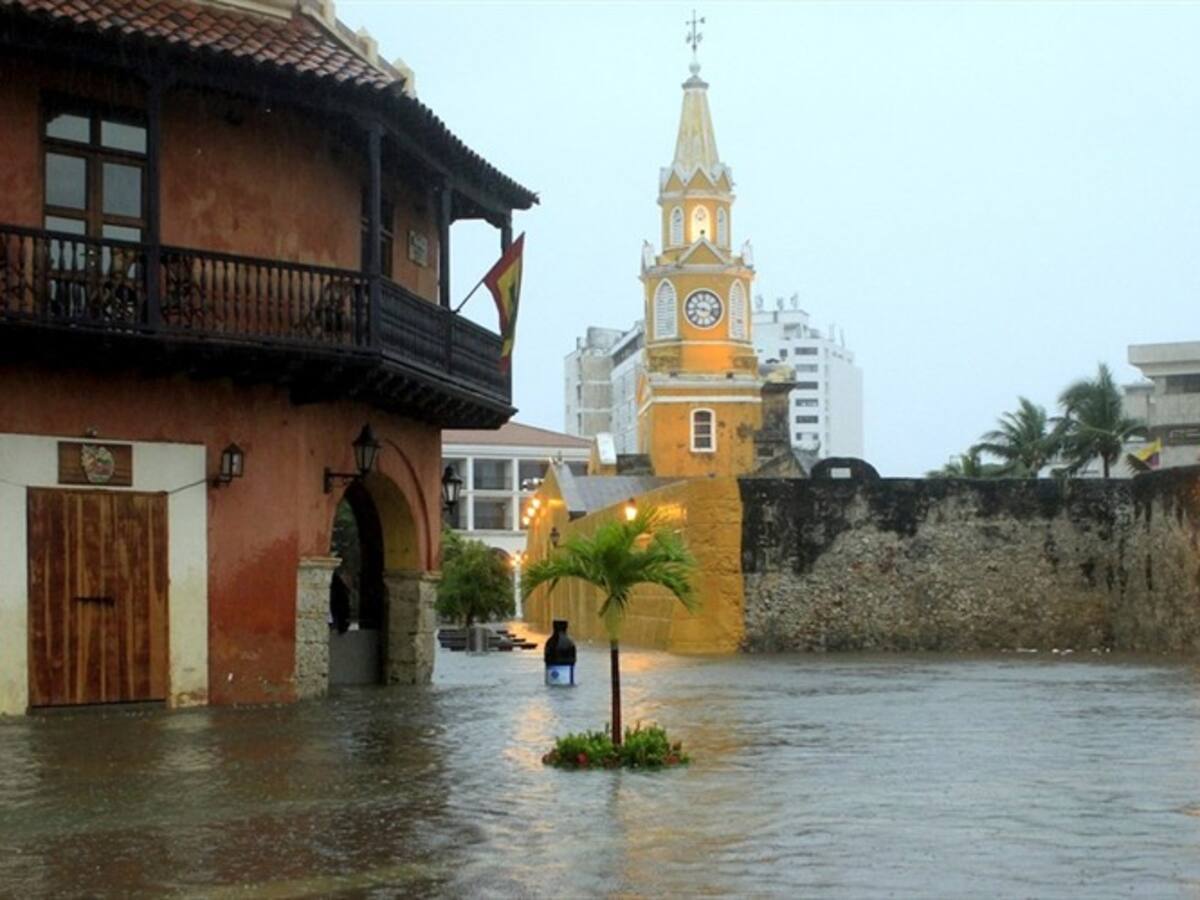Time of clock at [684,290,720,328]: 9:17
